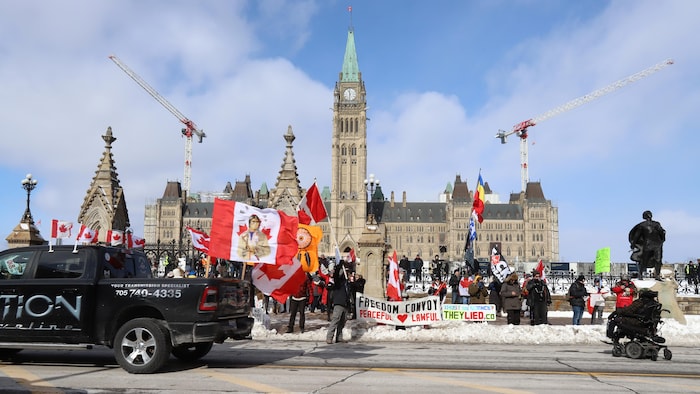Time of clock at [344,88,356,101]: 11:31
